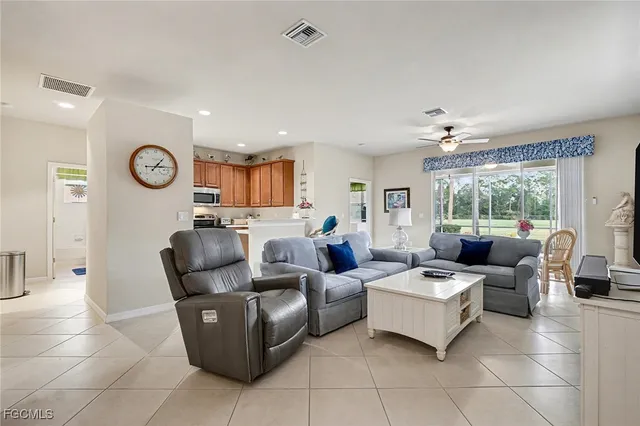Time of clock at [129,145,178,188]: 1:14
